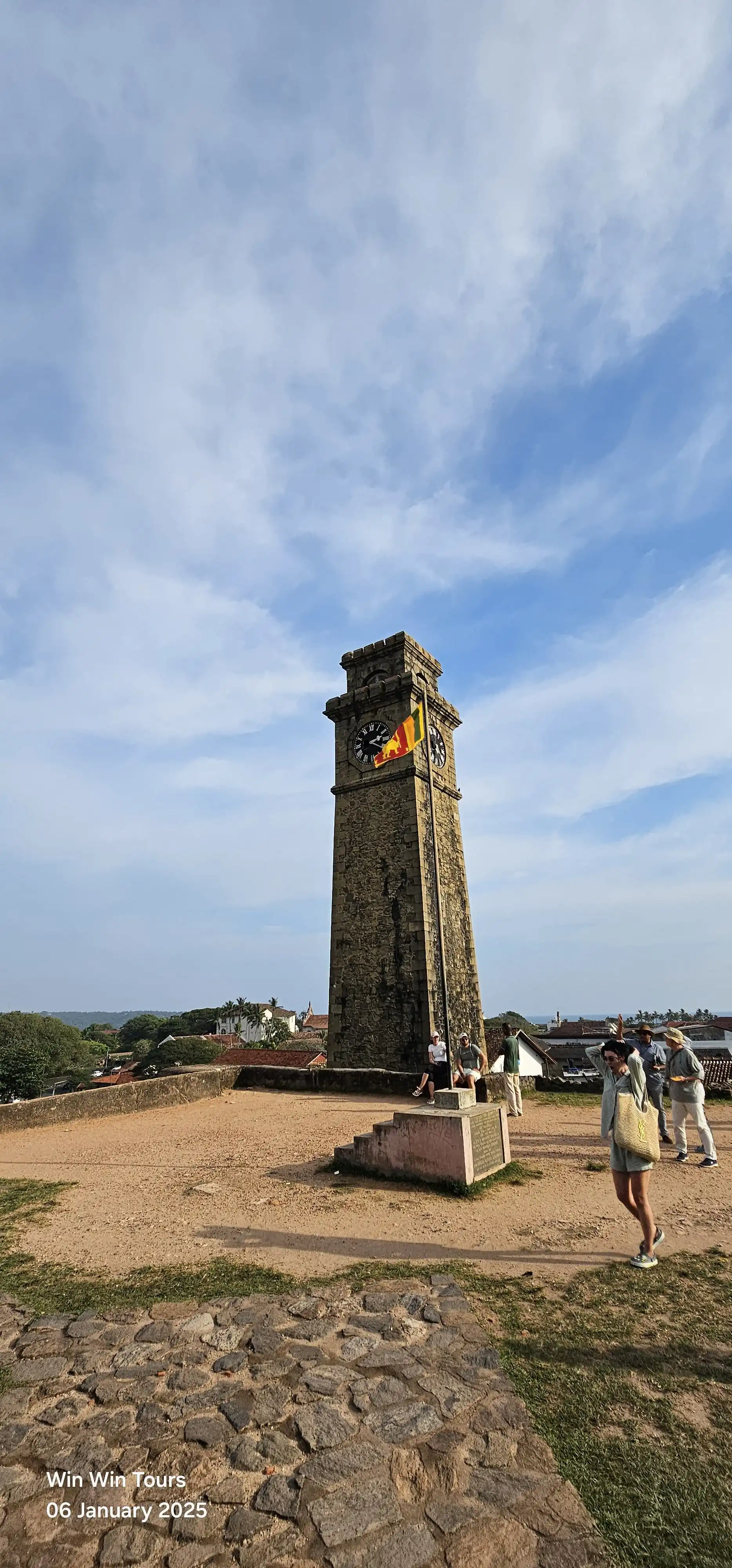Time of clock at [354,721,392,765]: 2:20
